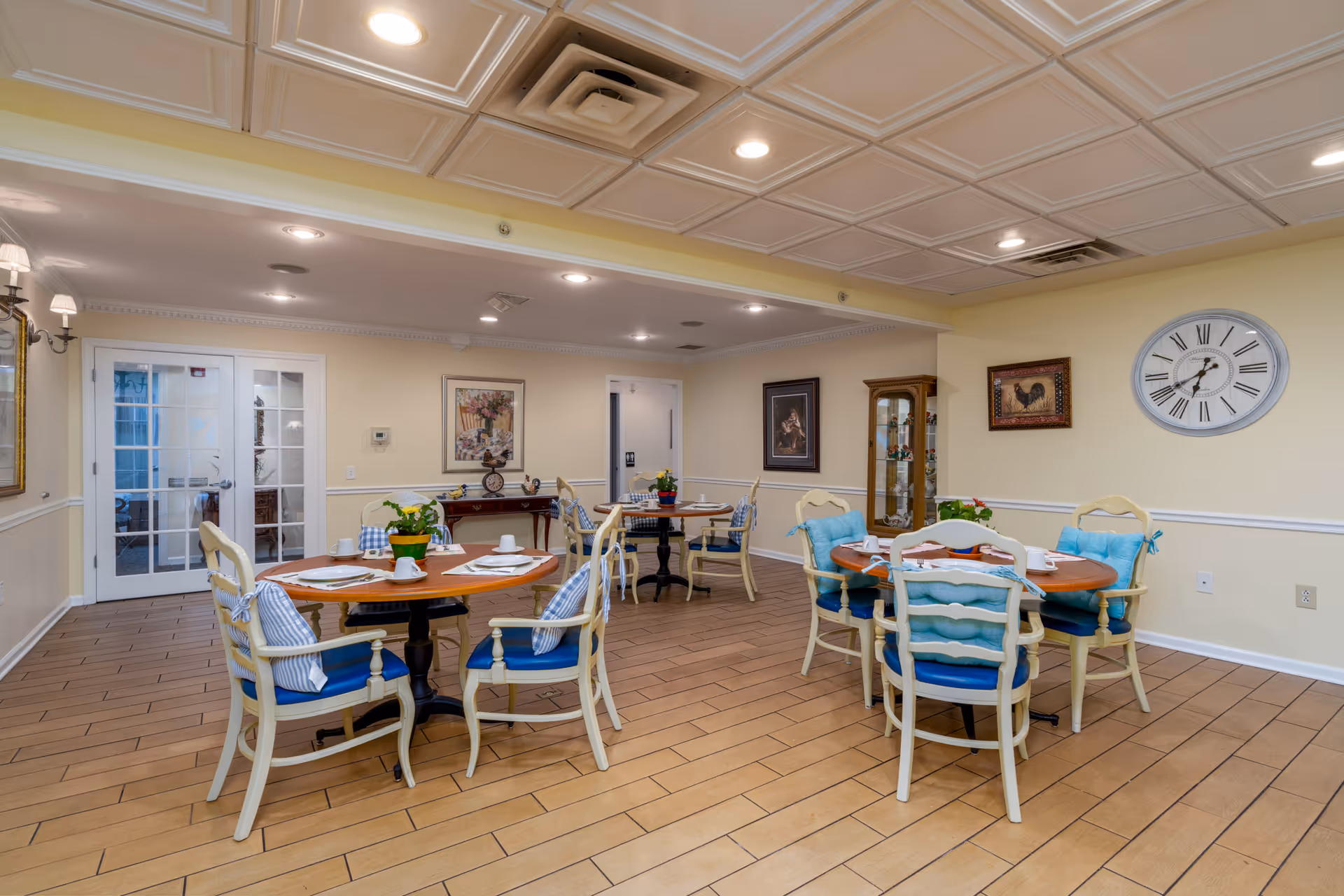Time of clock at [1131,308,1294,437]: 6:40
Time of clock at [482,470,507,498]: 6:39
